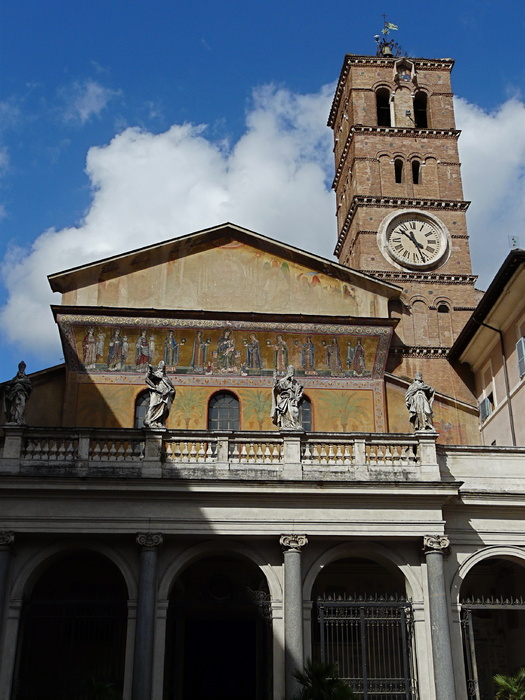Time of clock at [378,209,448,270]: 10:26
